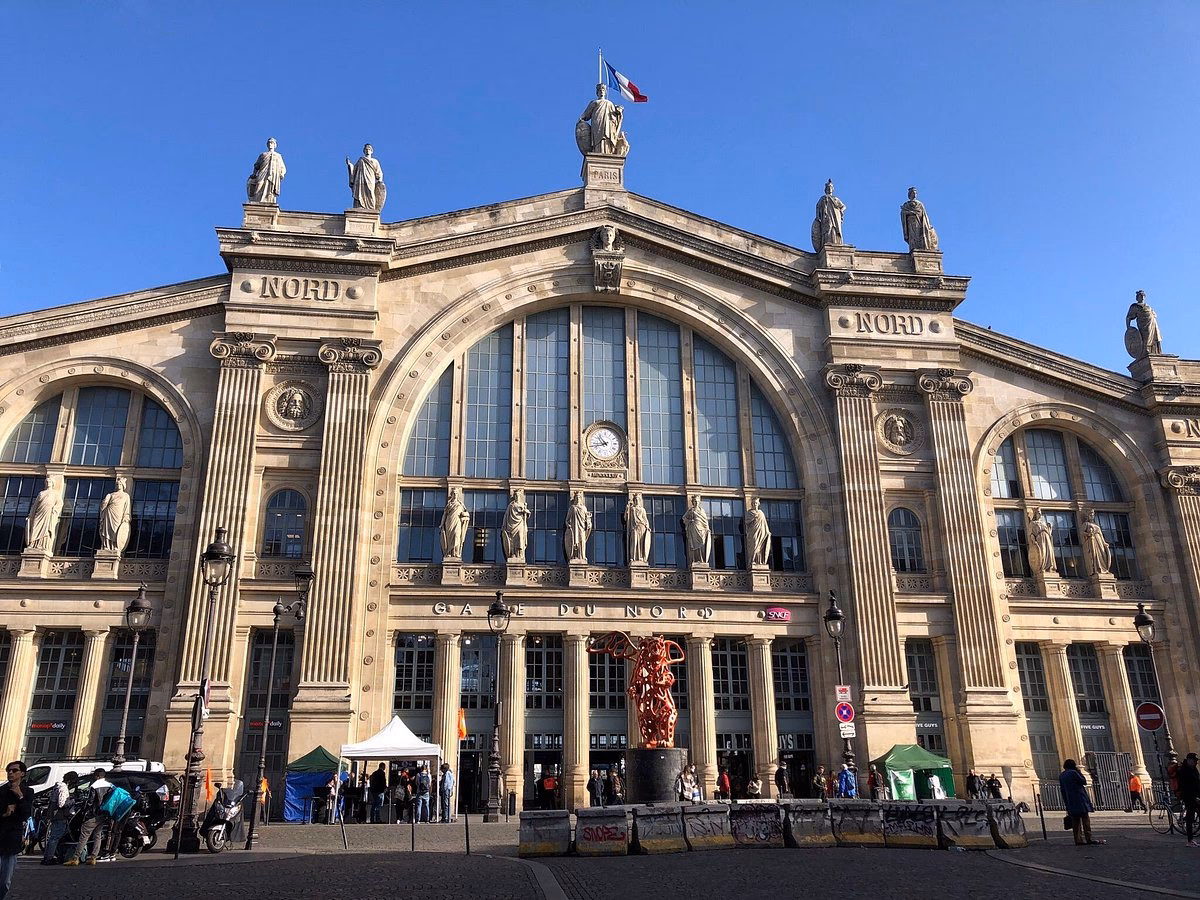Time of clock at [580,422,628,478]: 10:42
